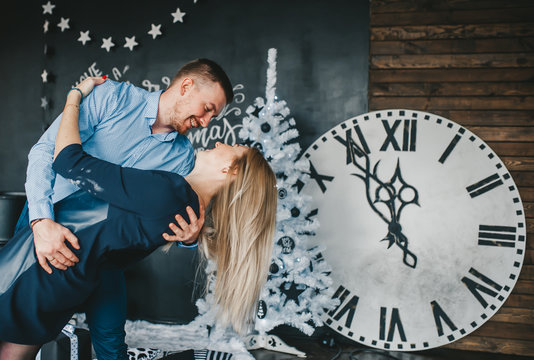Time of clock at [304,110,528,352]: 11:54
